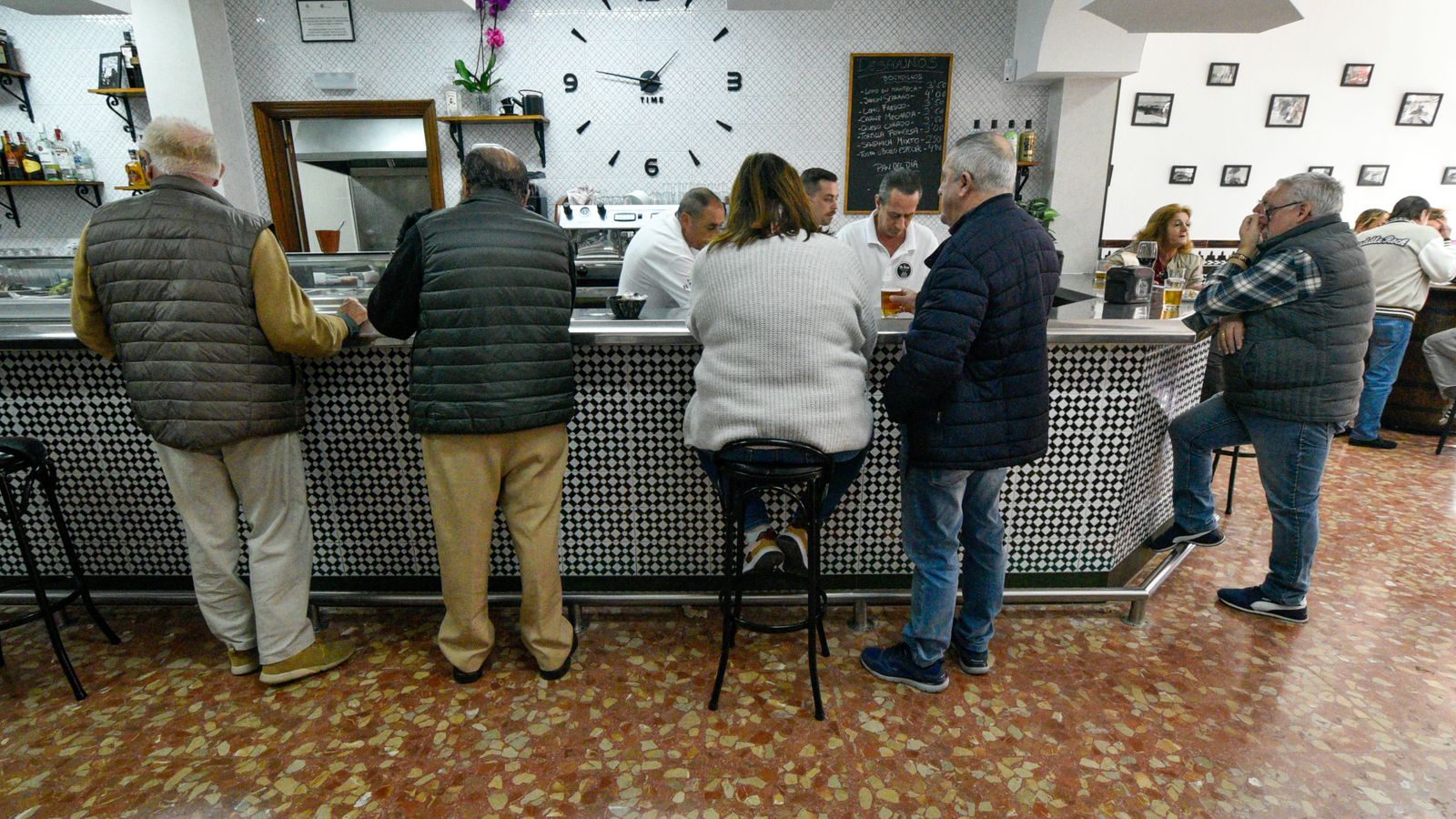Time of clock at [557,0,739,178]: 1:46
